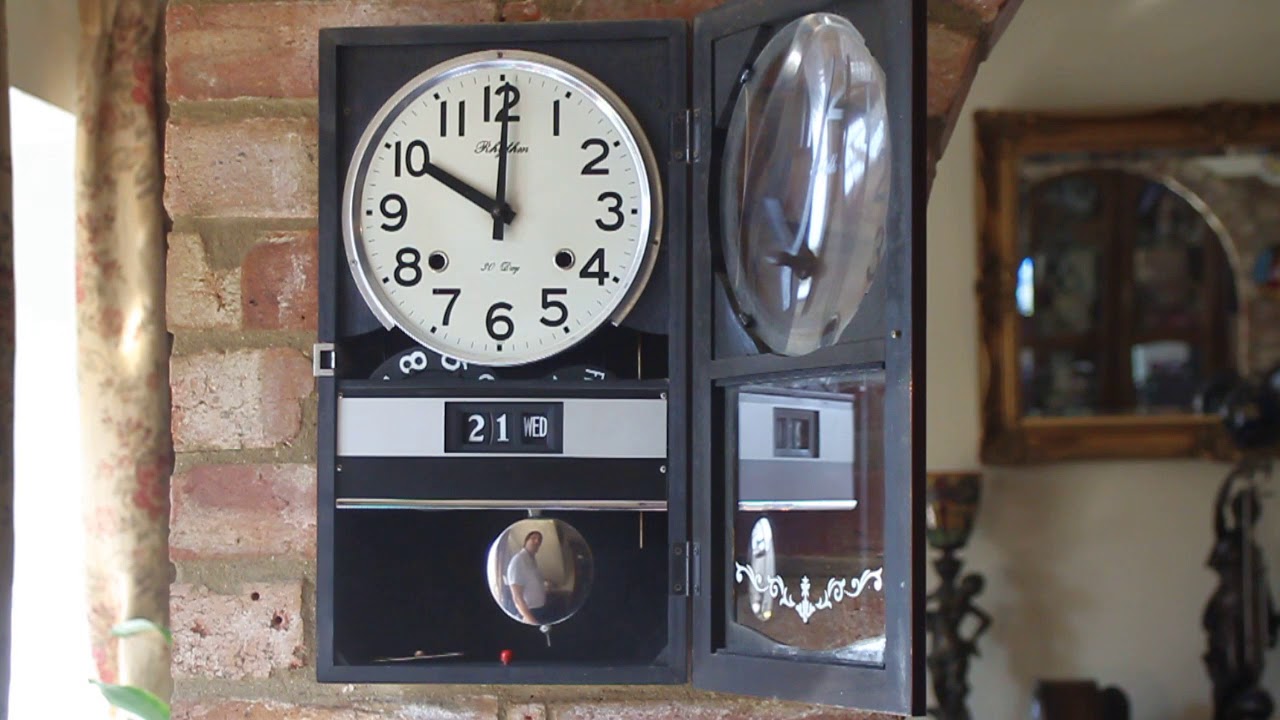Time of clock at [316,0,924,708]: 10:00
